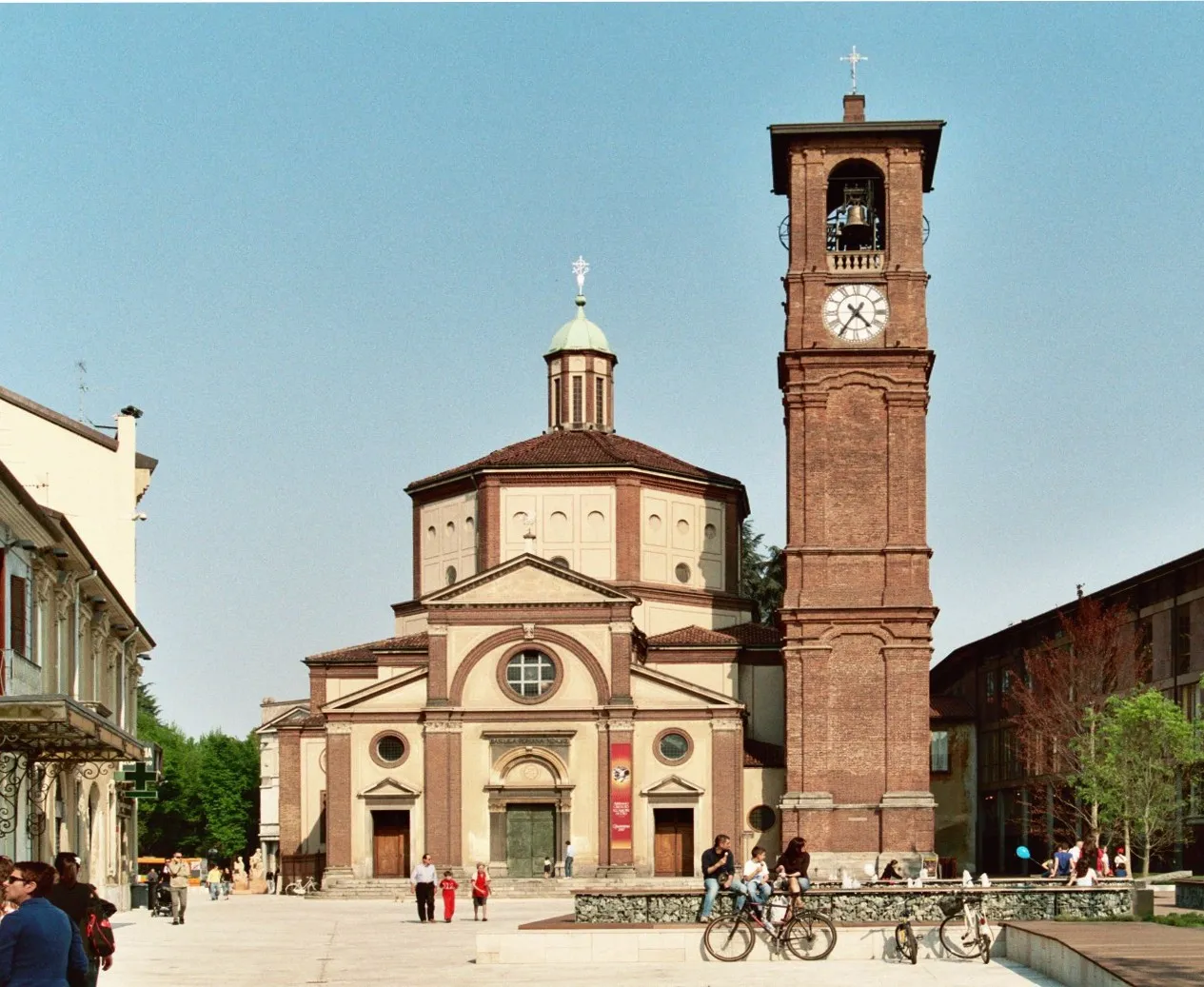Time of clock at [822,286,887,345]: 4:35
